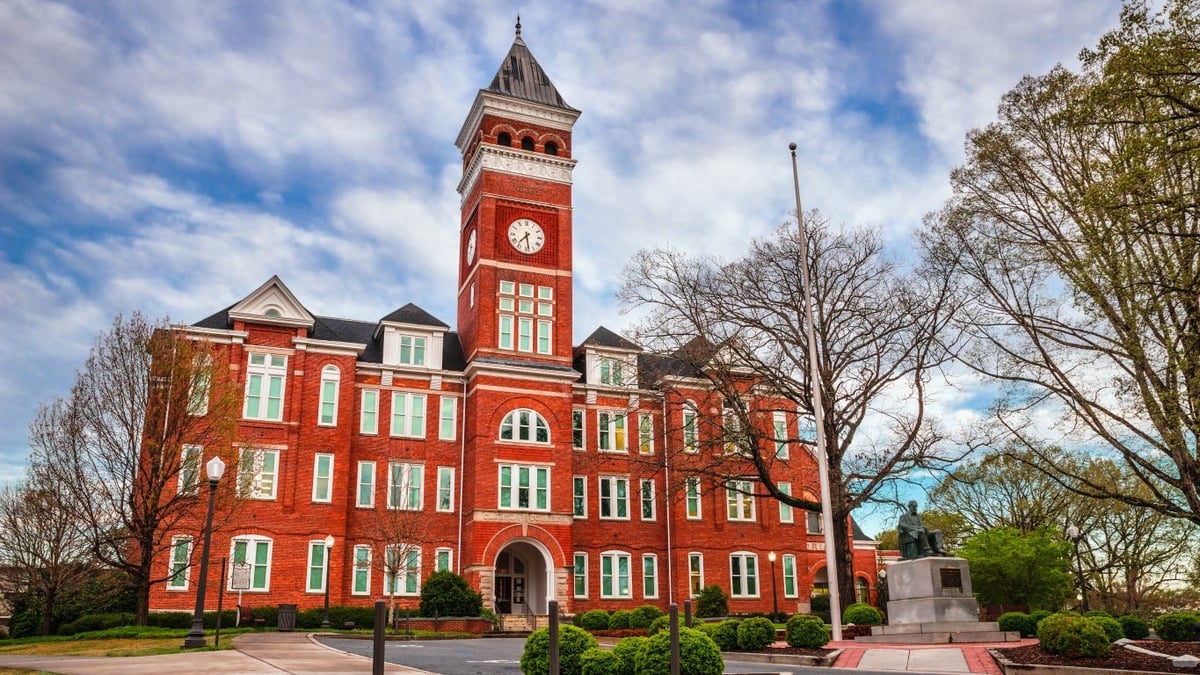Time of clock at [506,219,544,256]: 7:28
